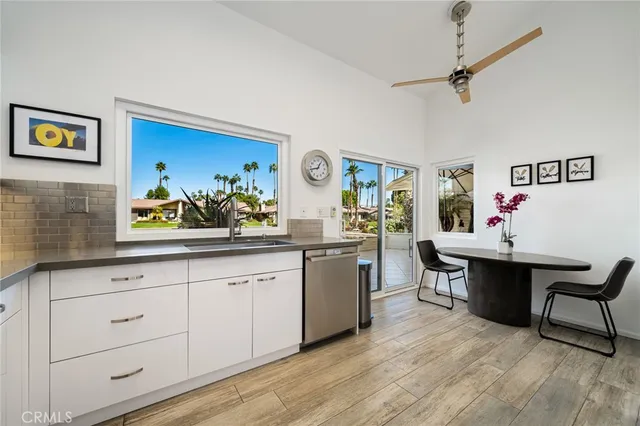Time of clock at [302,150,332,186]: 12:42
